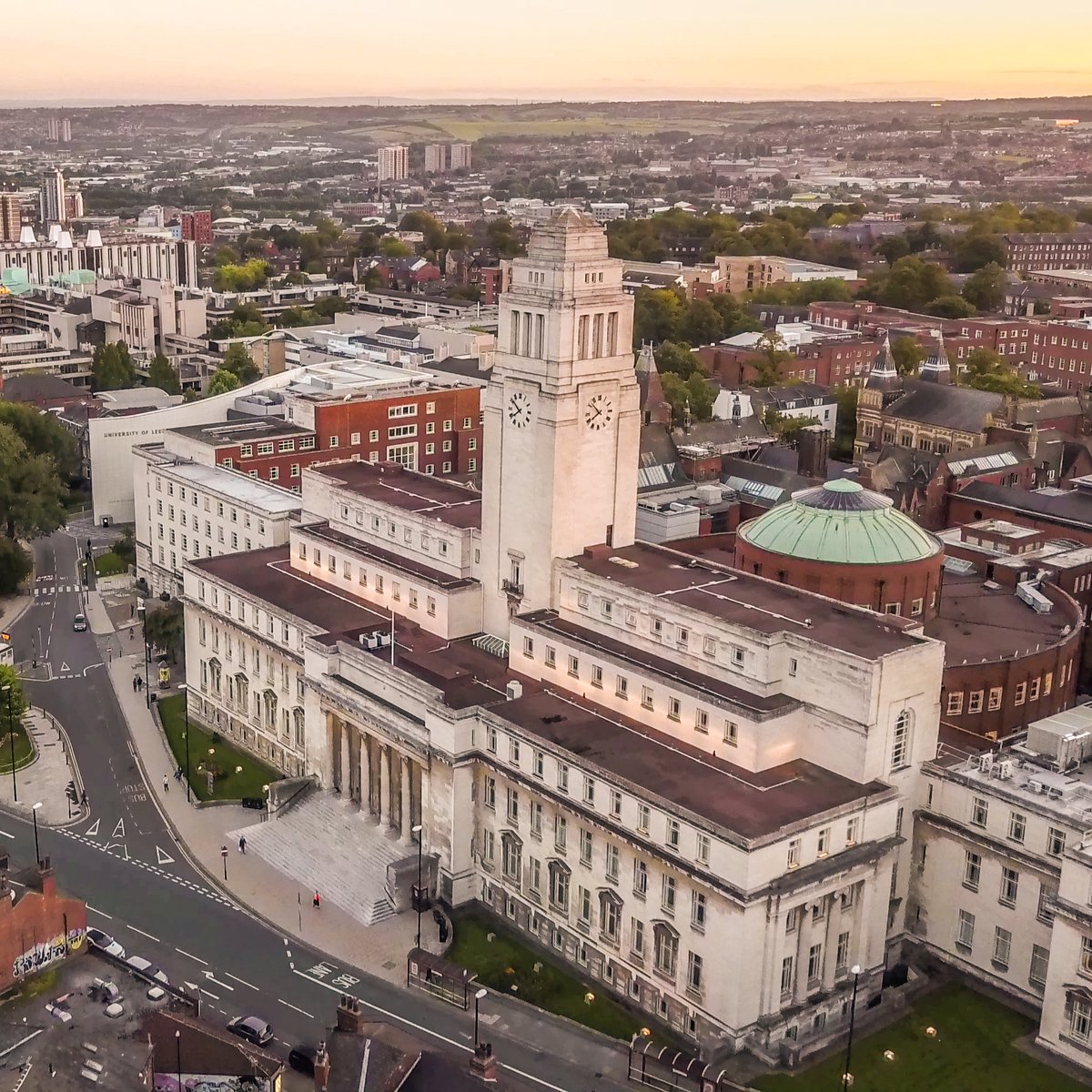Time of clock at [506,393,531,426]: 7:51
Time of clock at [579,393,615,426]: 7:52
